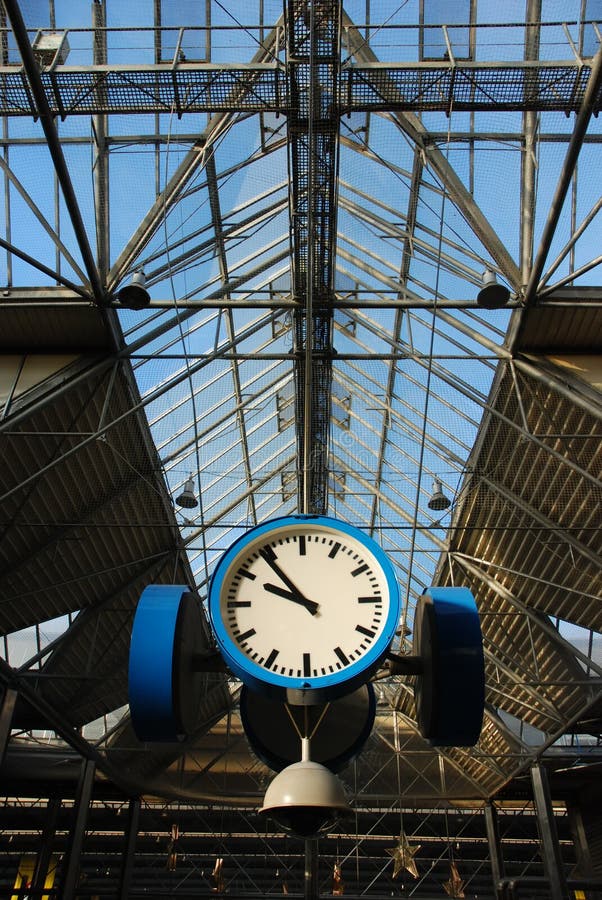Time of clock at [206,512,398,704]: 9:53
